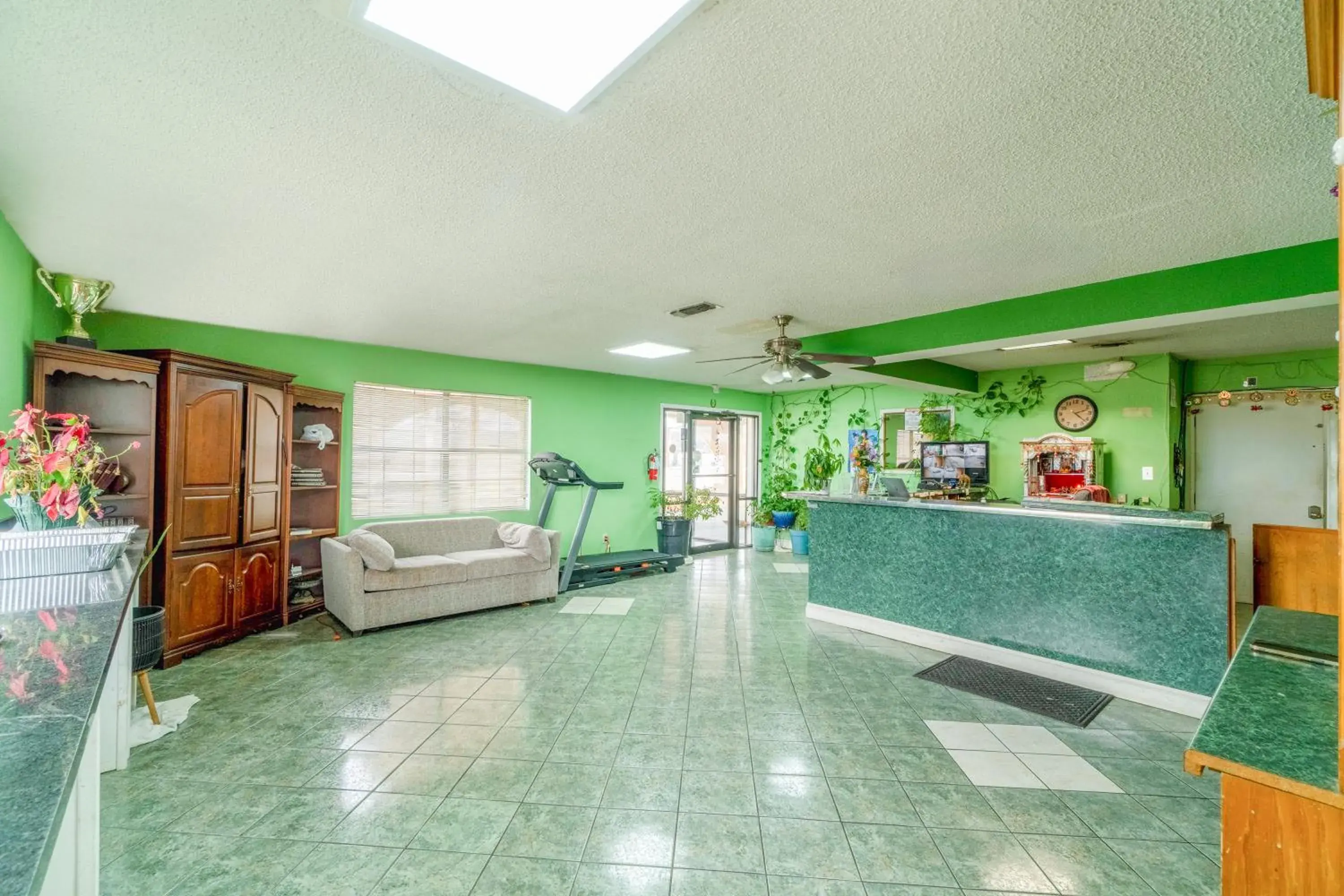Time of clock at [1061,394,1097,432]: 2:22
